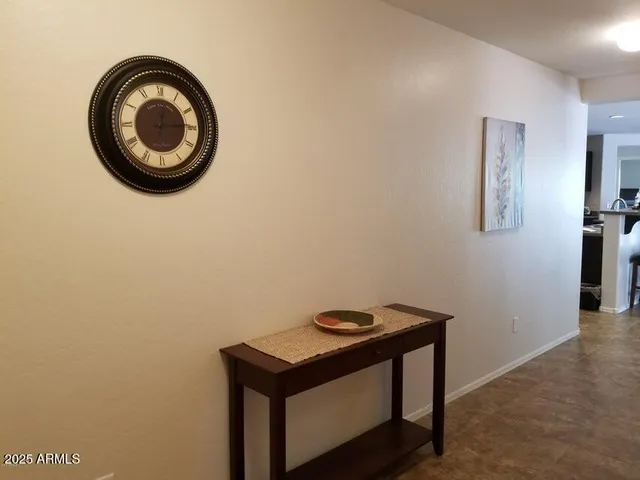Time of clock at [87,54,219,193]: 12:14
